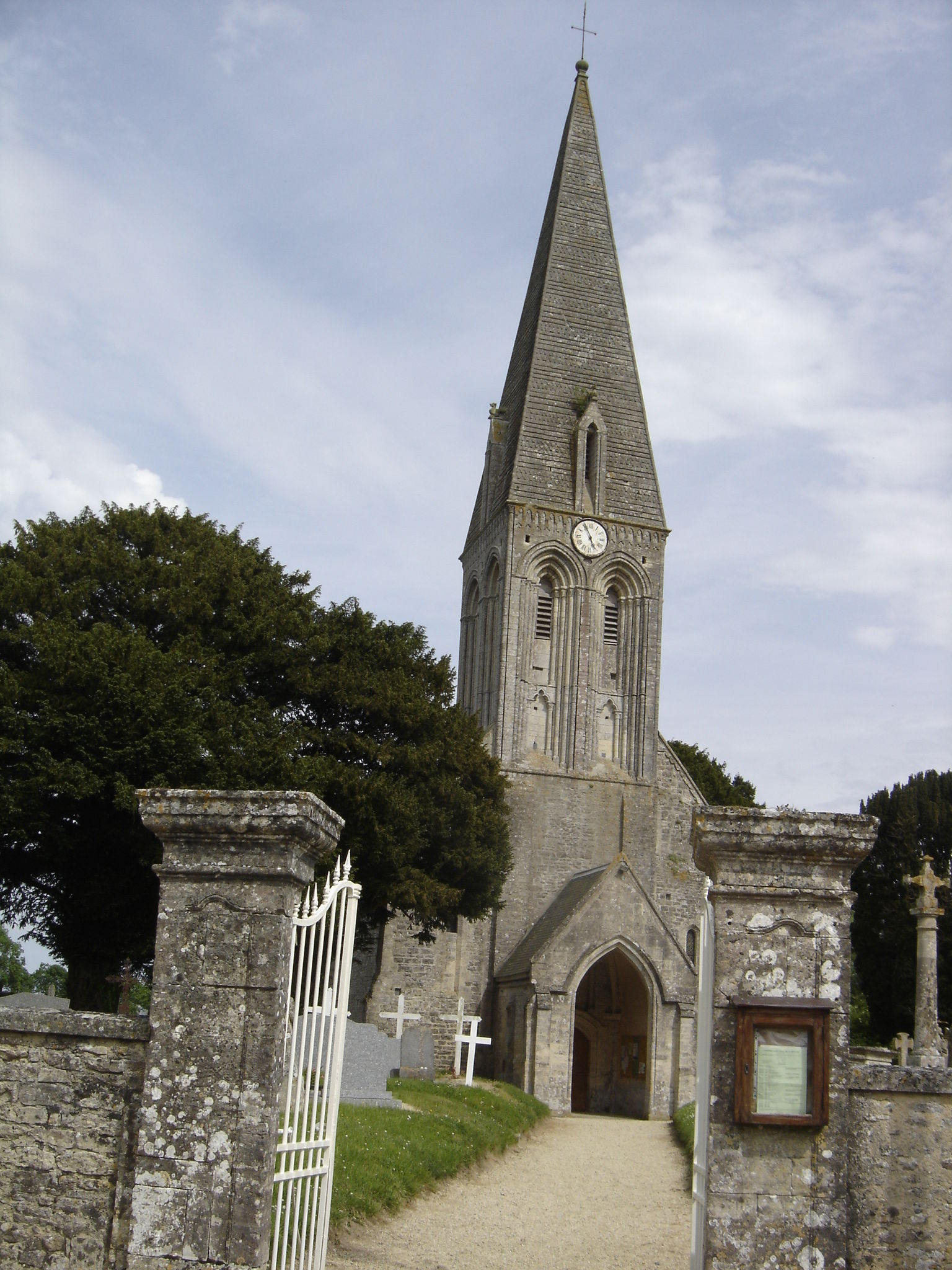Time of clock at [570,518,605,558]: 4:56
